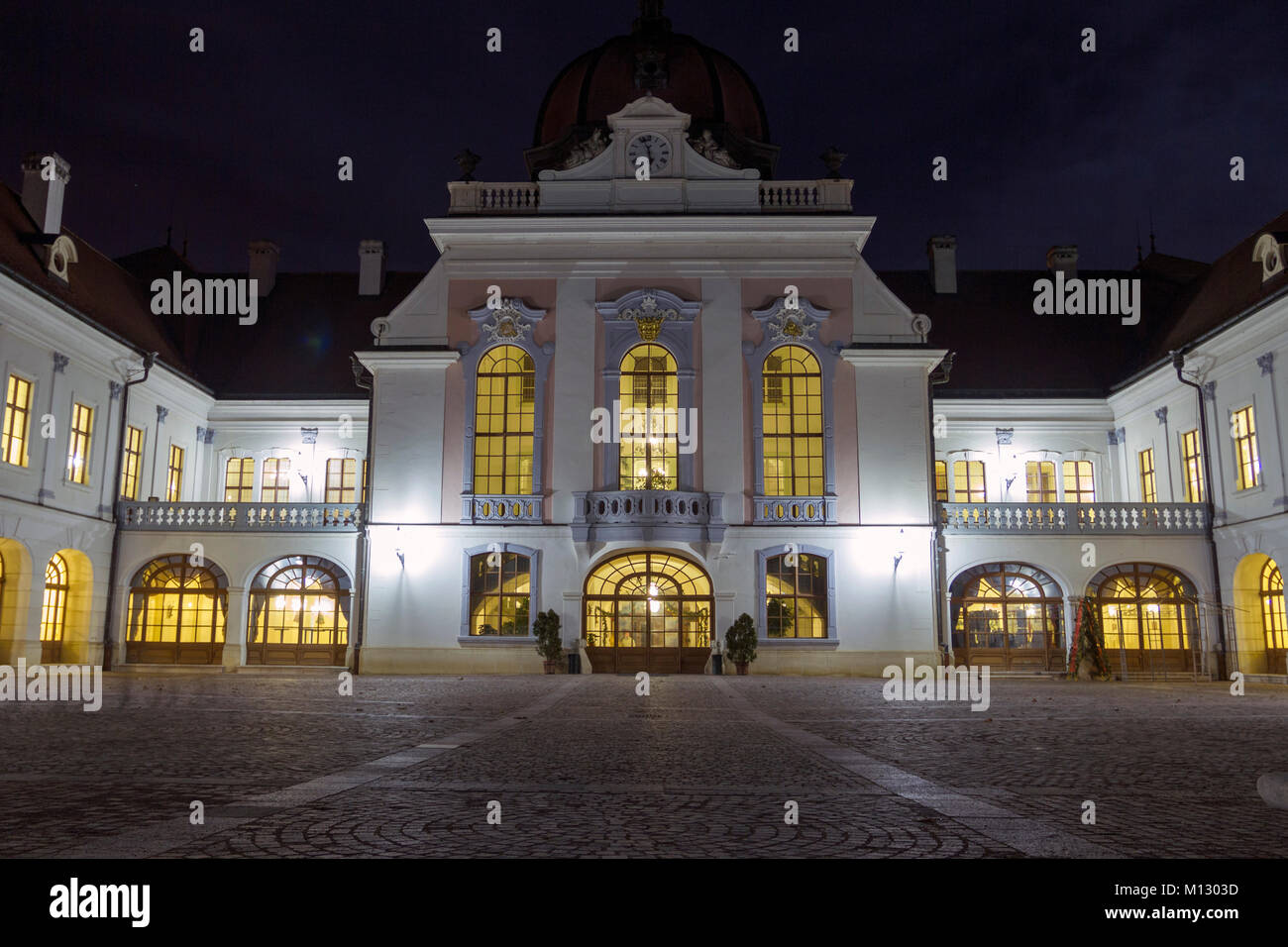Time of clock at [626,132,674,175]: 5:56
